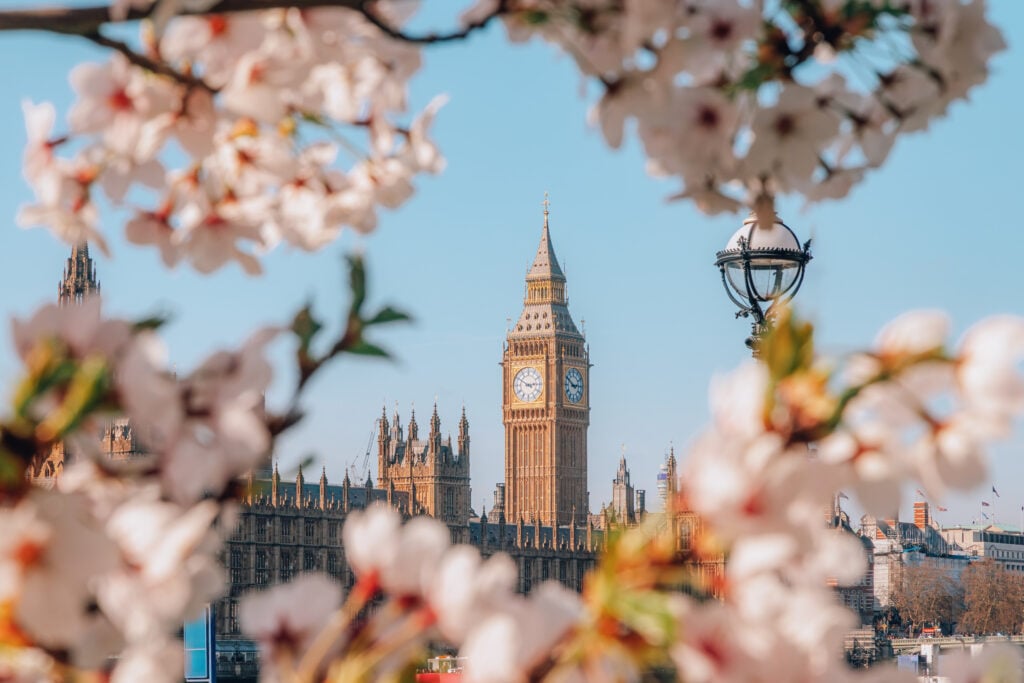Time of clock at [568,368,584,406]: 2:49
